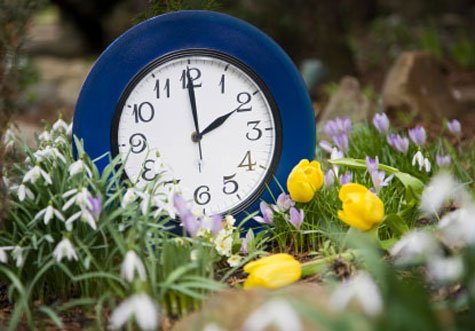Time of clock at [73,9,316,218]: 1:59
